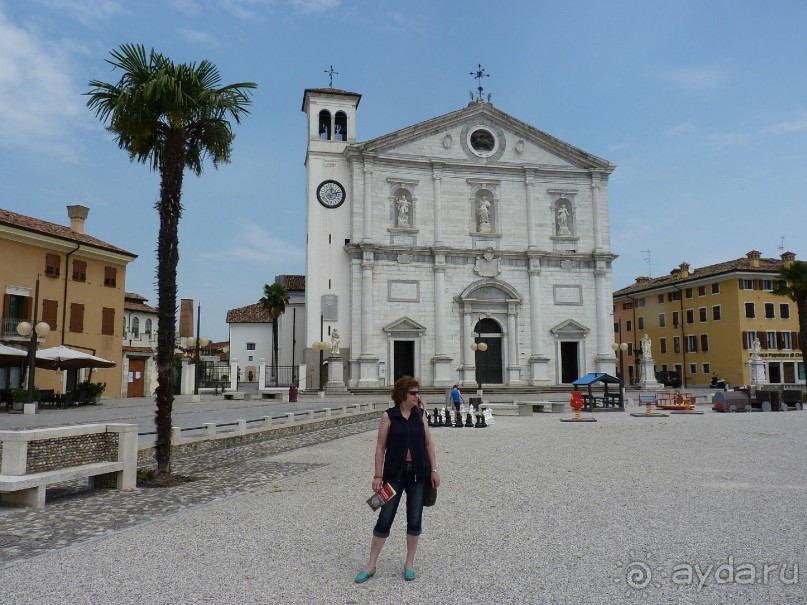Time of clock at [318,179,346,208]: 12:12
